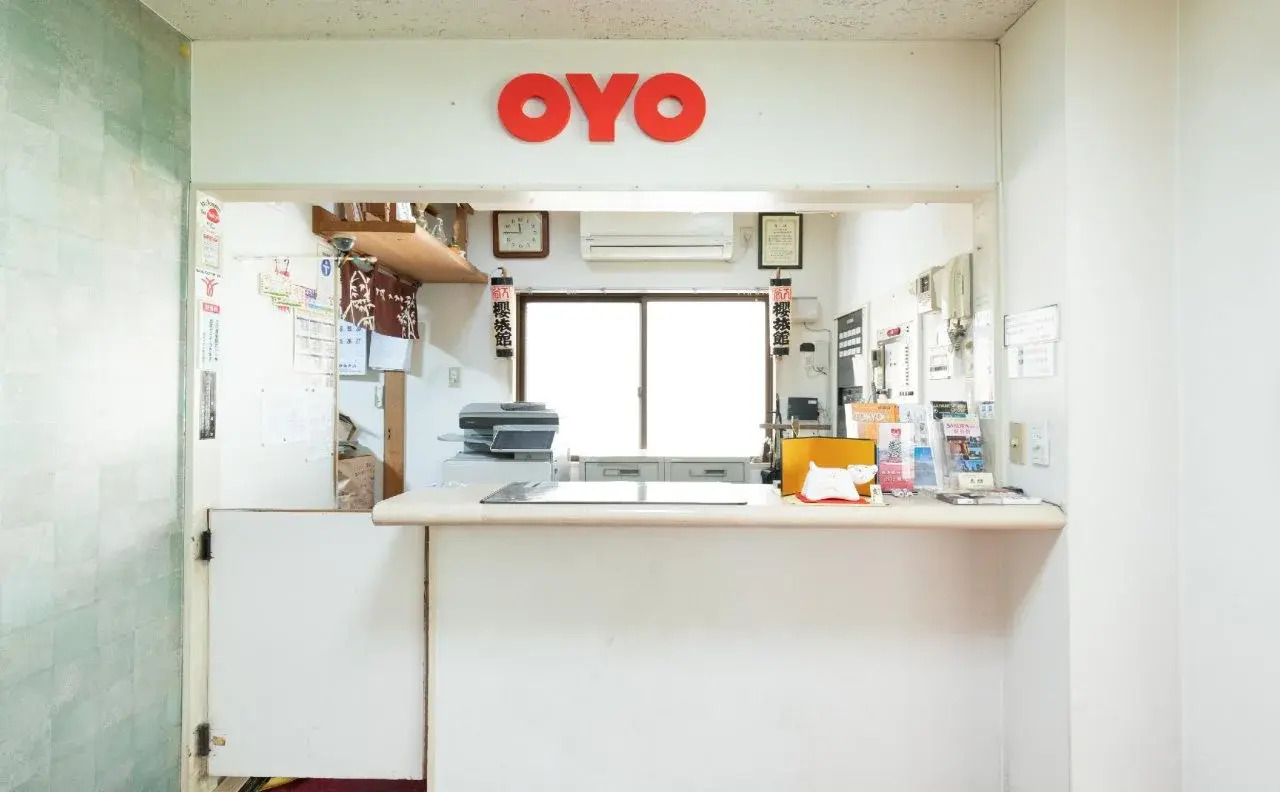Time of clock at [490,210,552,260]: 11:45
